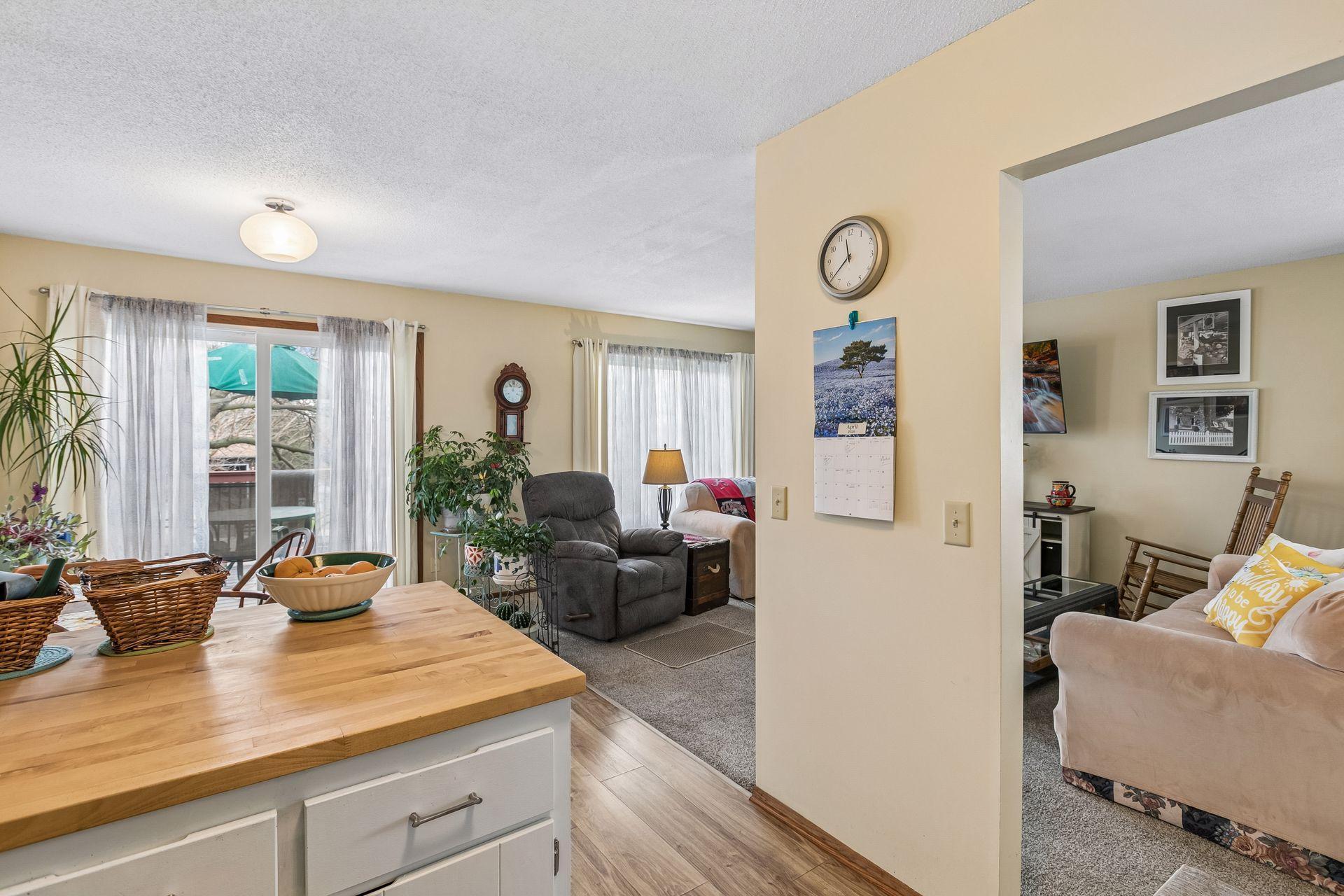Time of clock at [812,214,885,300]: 11:38
